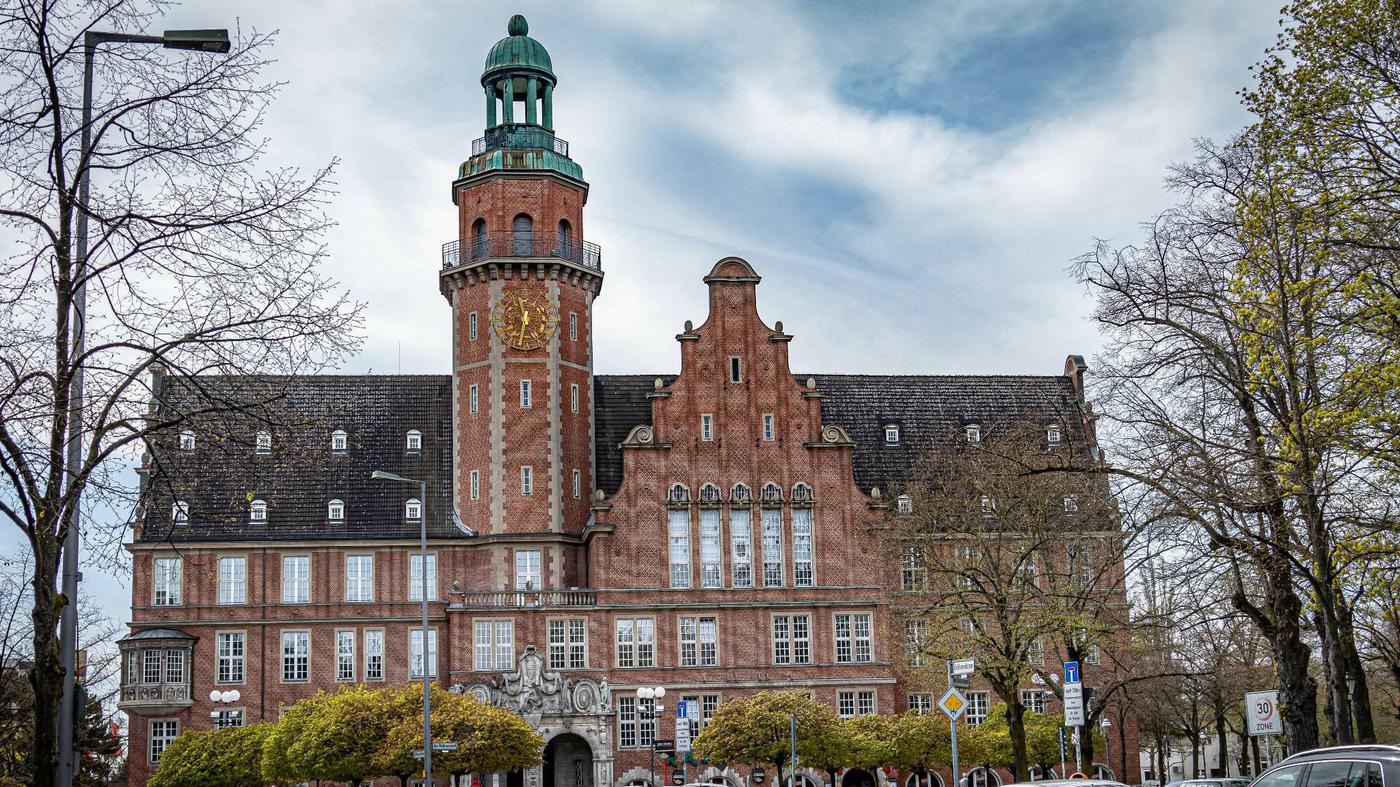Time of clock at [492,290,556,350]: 11:32
